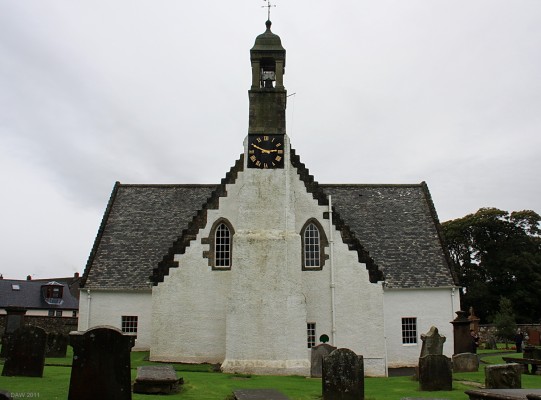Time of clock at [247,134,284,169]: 2:49
